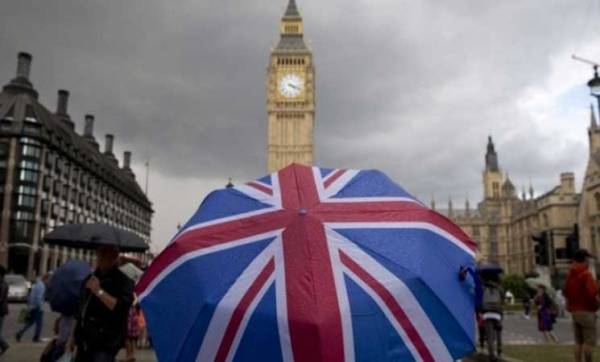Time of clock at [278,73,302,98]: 4:18
